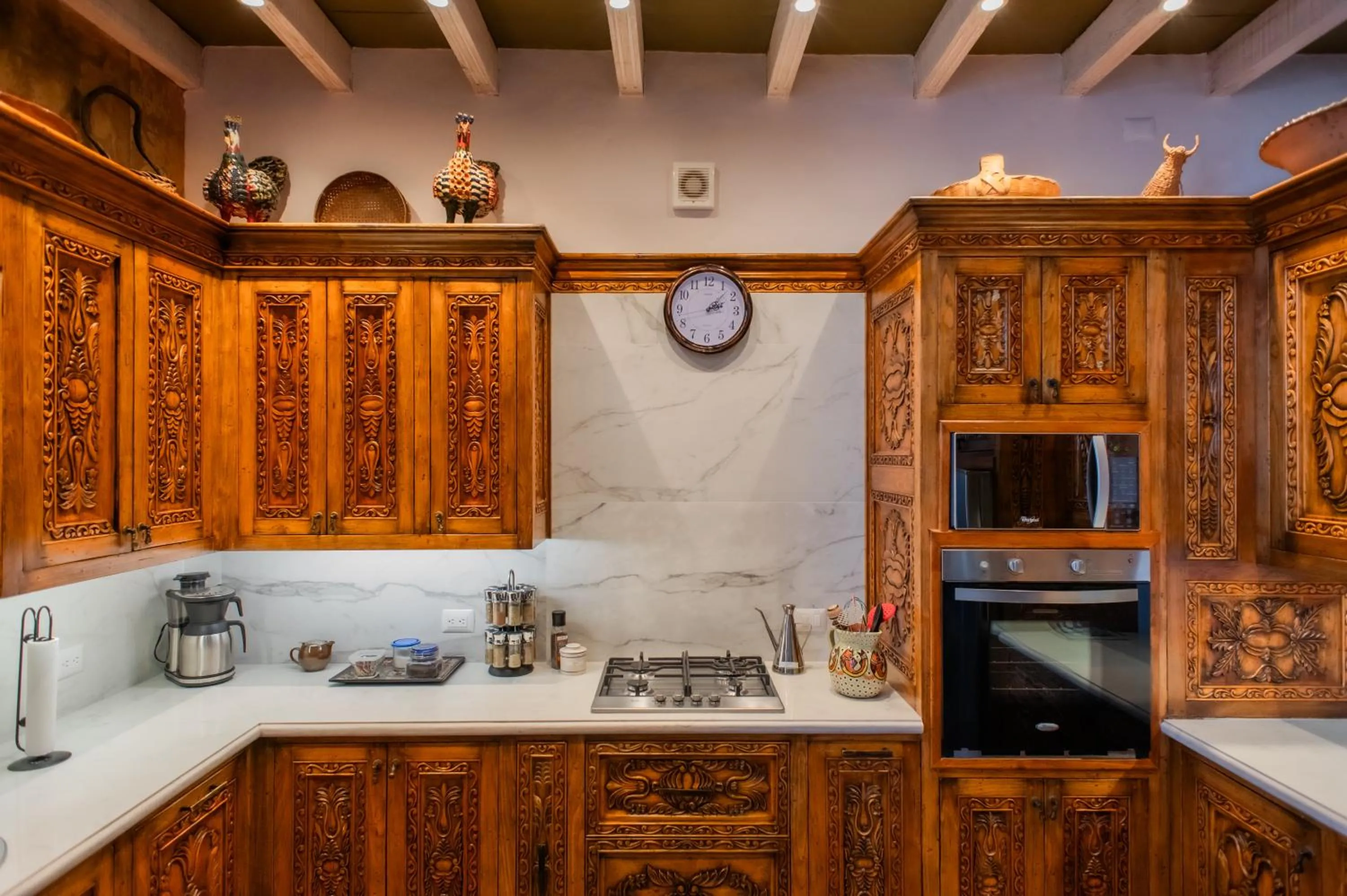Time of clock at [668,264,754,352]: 2:07
